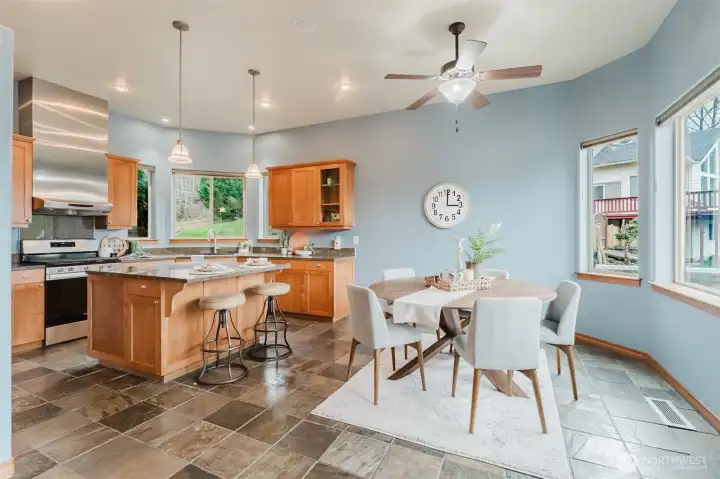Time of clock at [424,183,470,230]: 3:00
